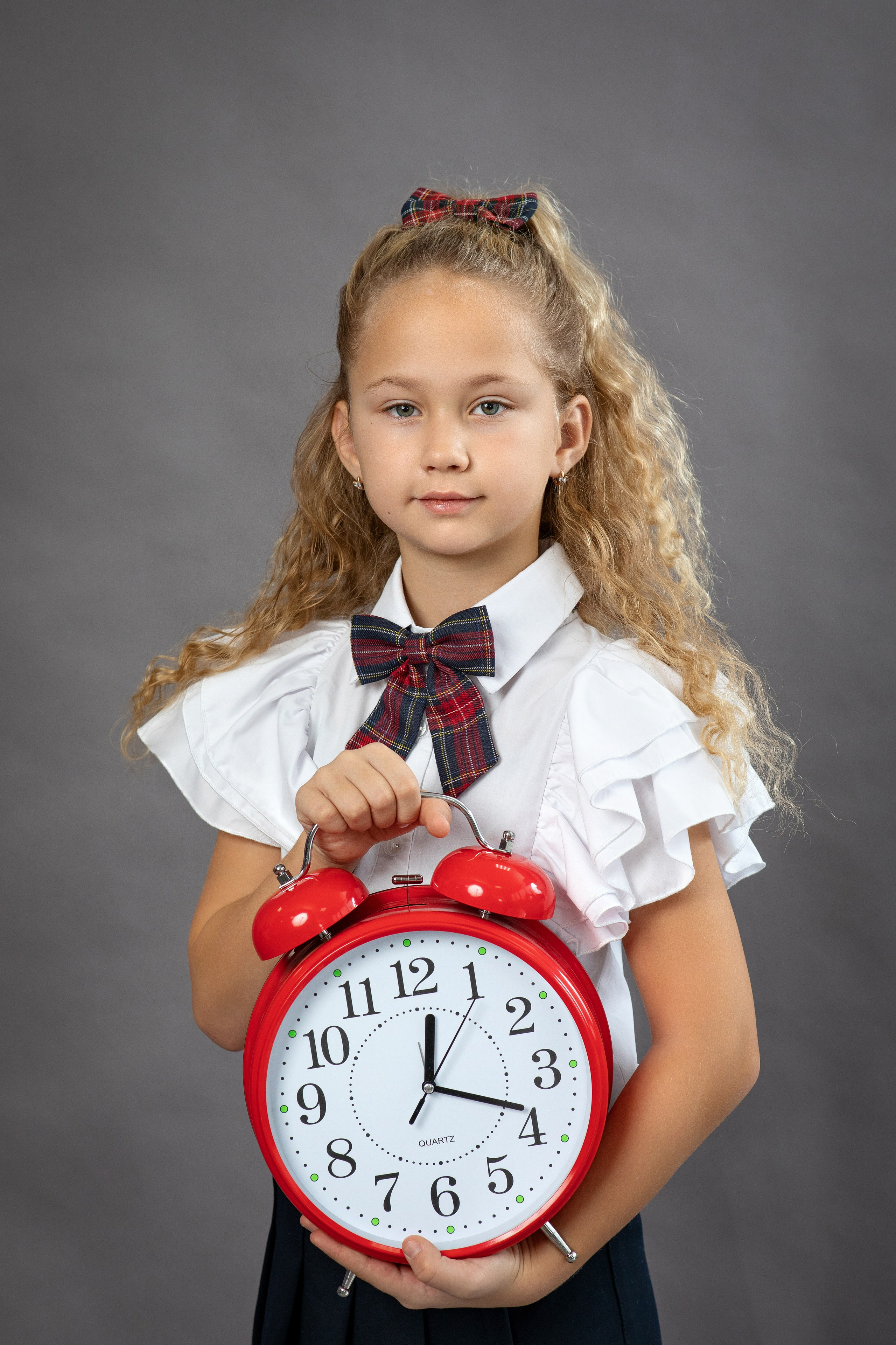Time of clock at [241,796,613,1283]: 12:18
